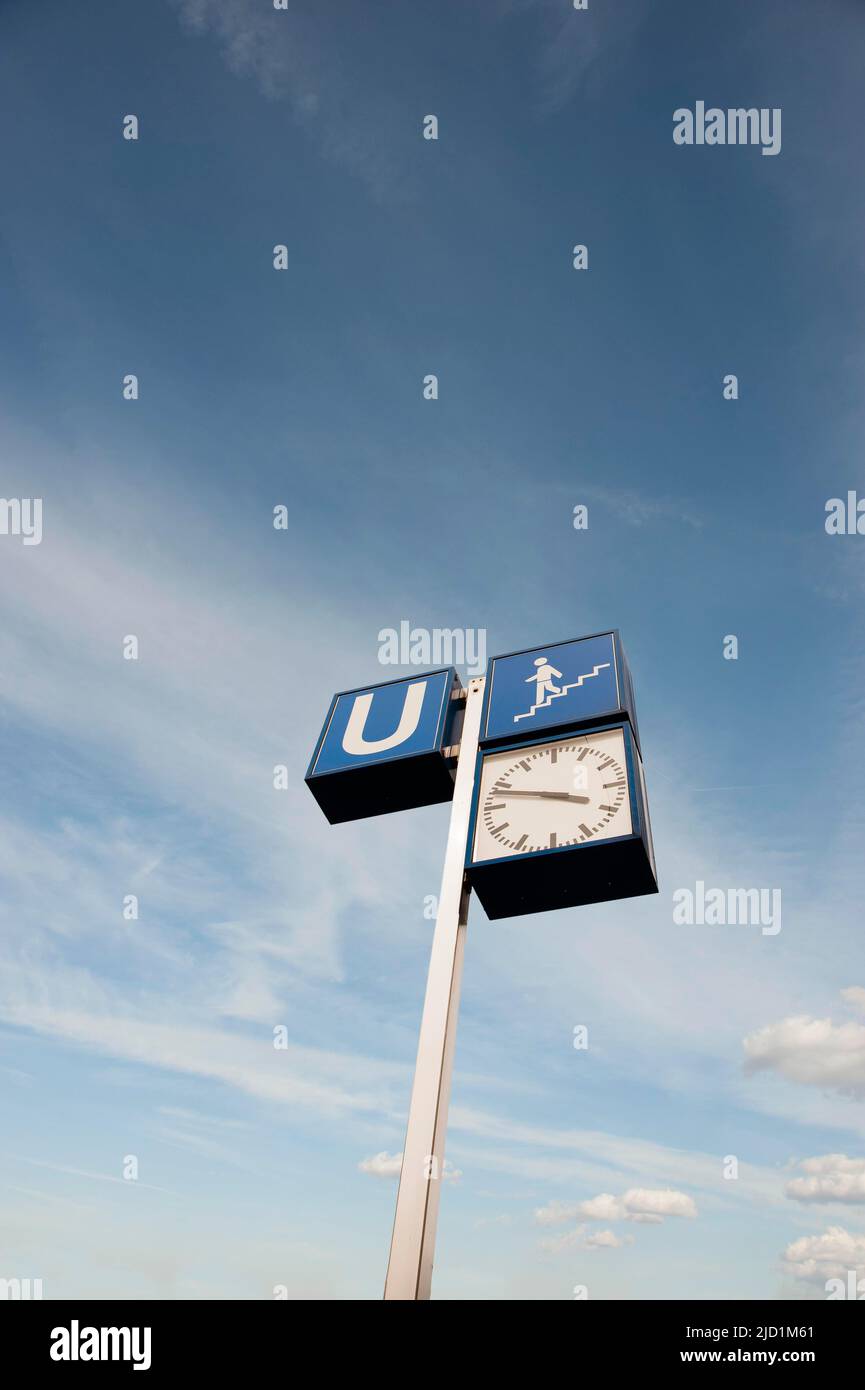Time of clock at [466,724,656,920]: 3:48
